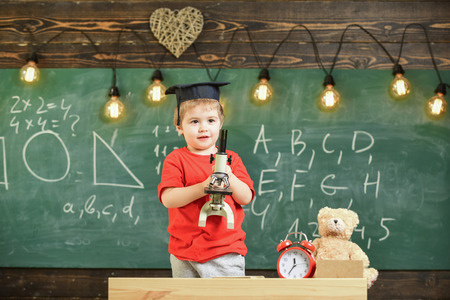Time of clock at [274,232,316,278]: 11:35
